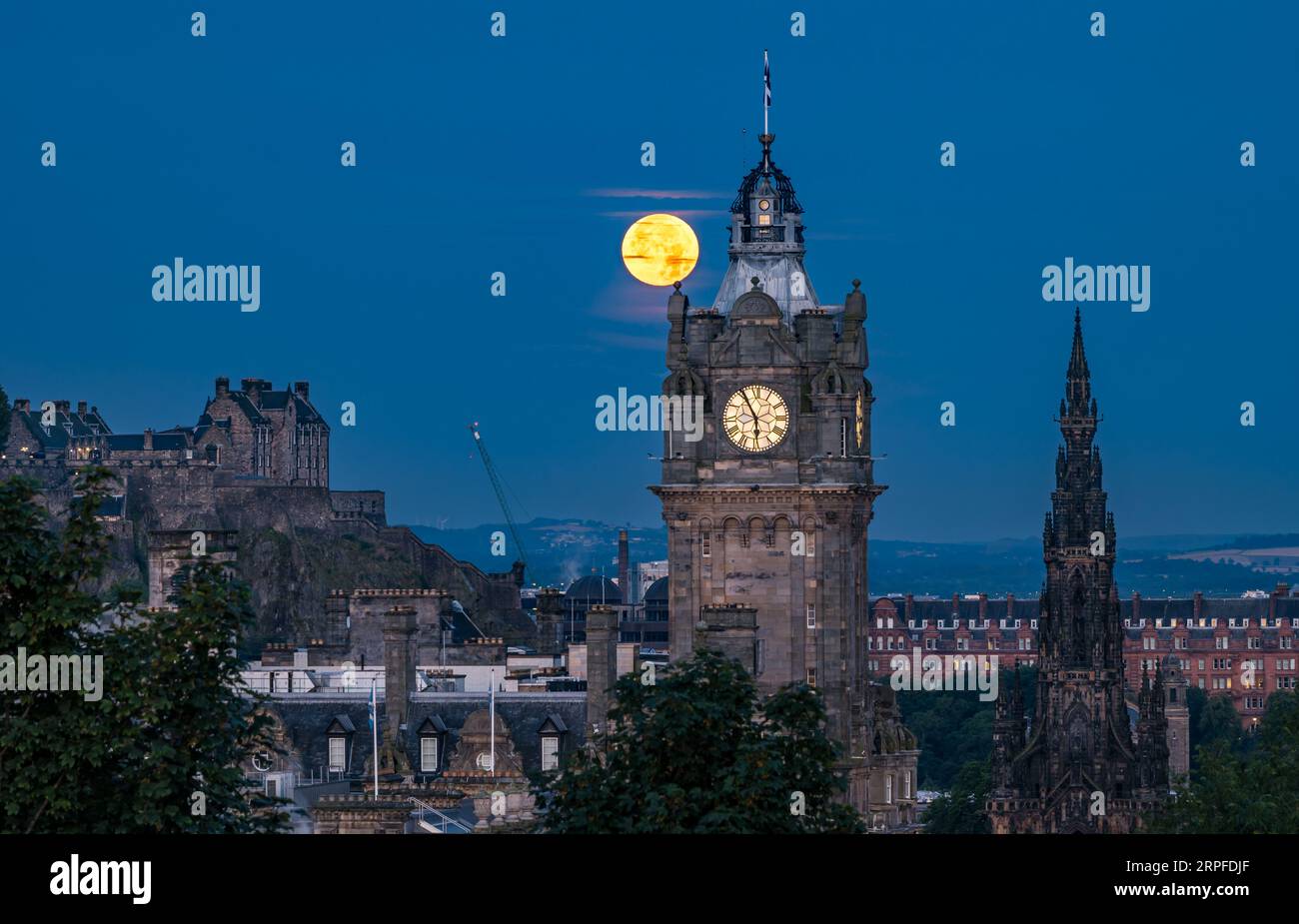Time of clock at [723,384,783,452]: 5:55
